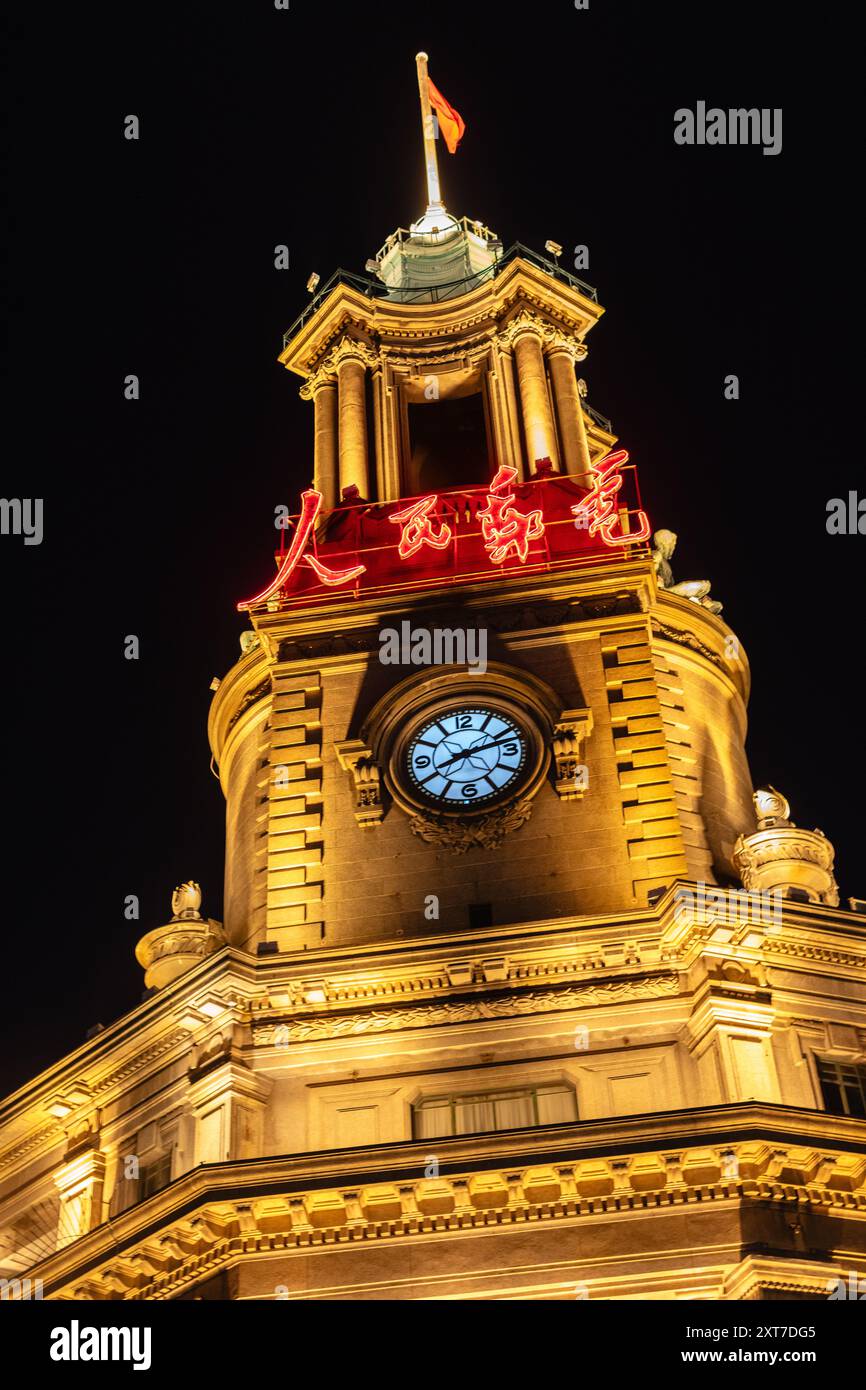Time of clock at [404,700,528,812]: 8:12
